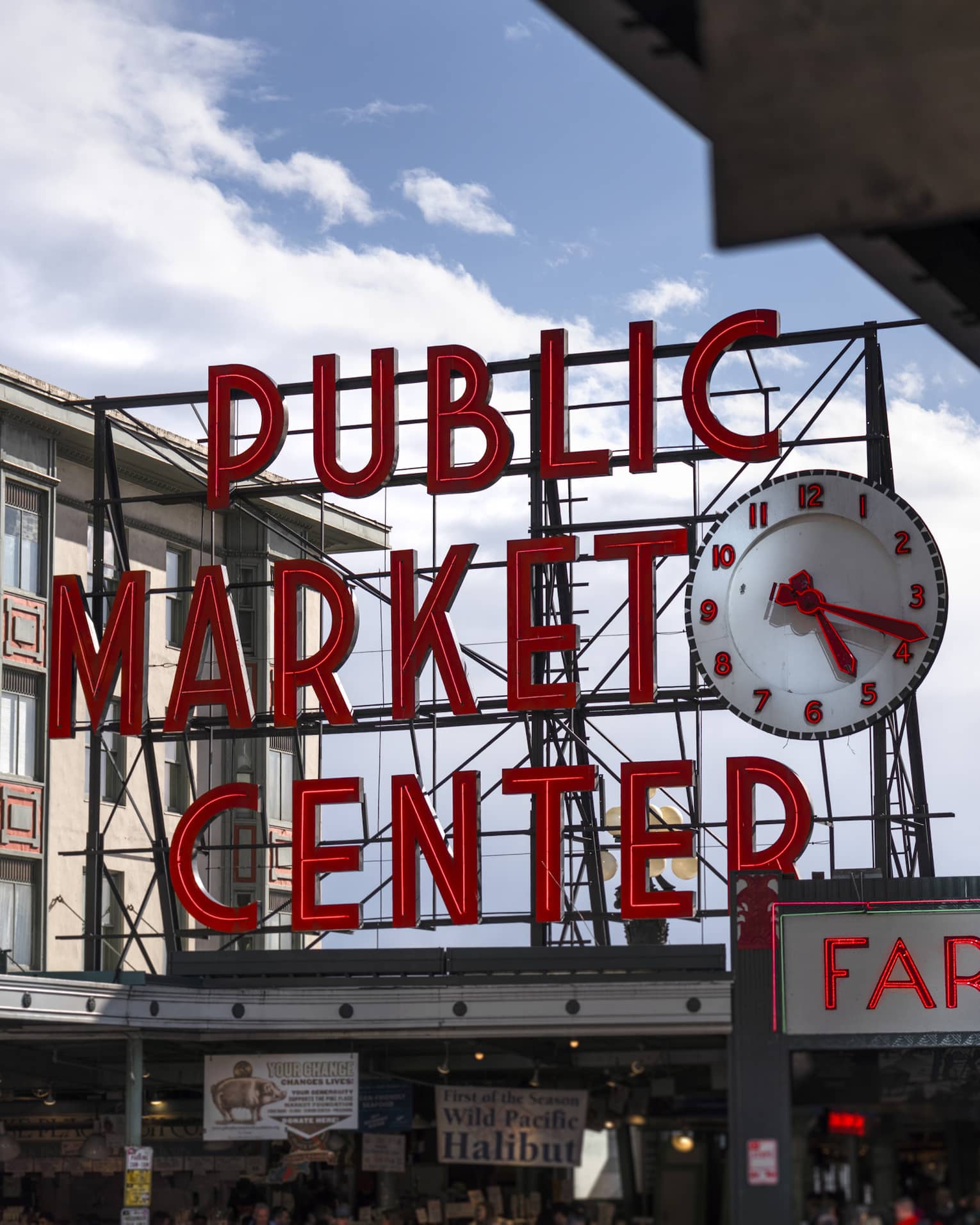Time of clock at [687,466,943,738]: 5:18
